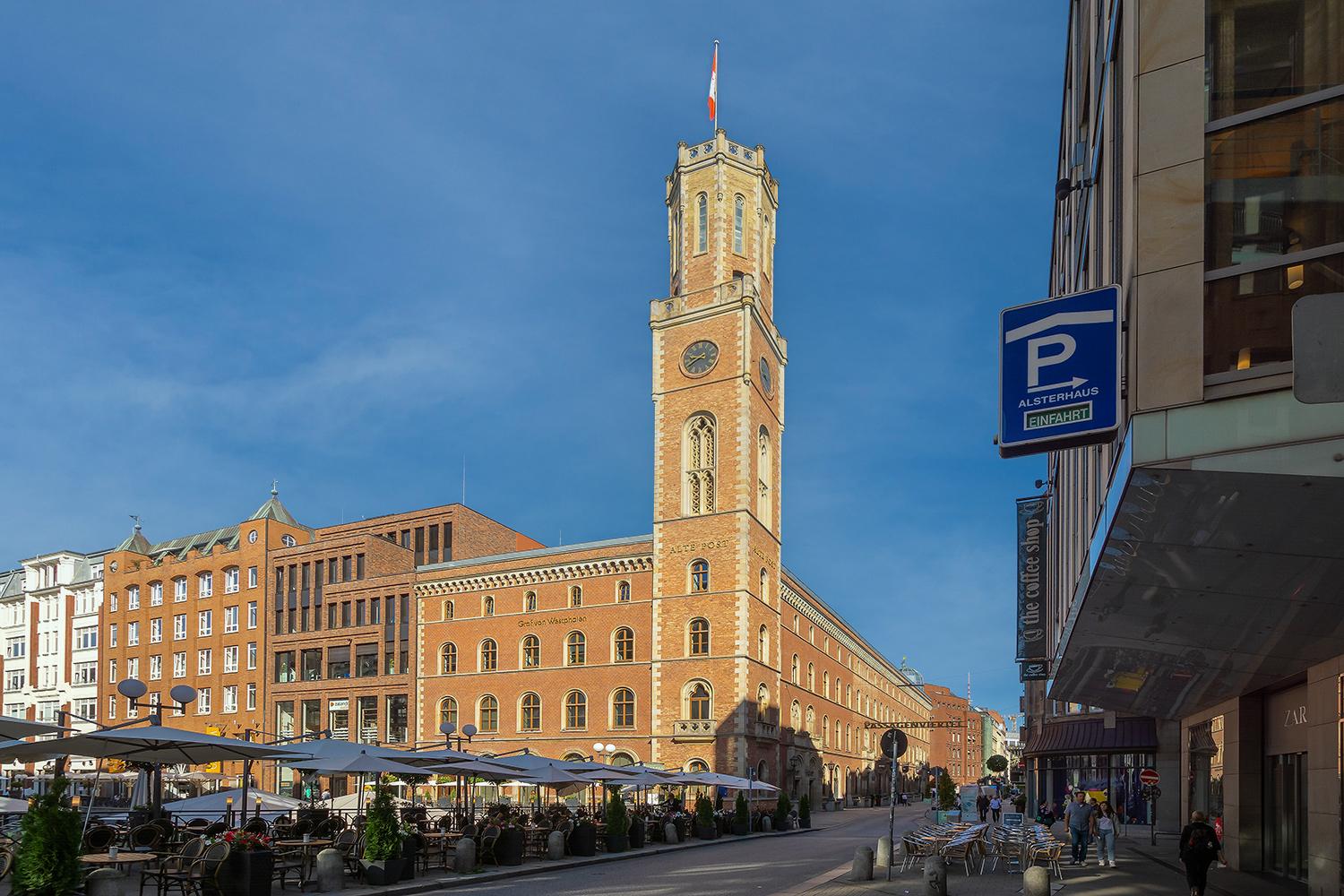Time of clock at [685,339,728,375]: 8:39
